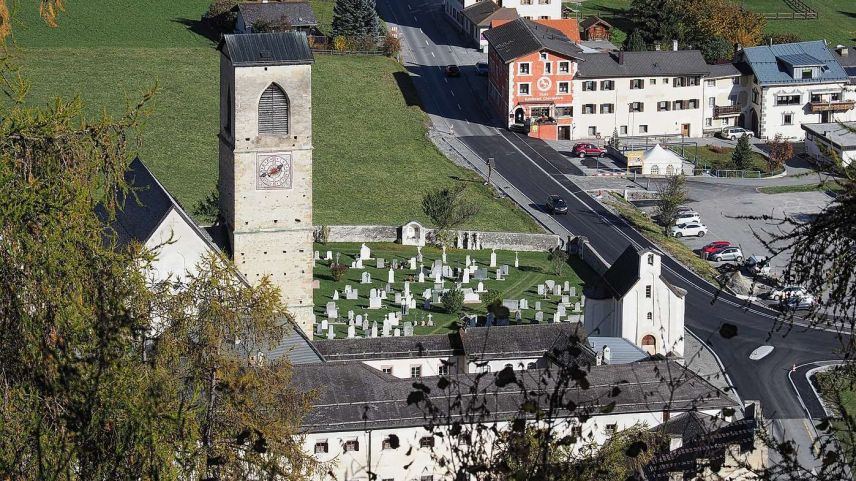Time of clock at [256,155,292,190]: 1:41
